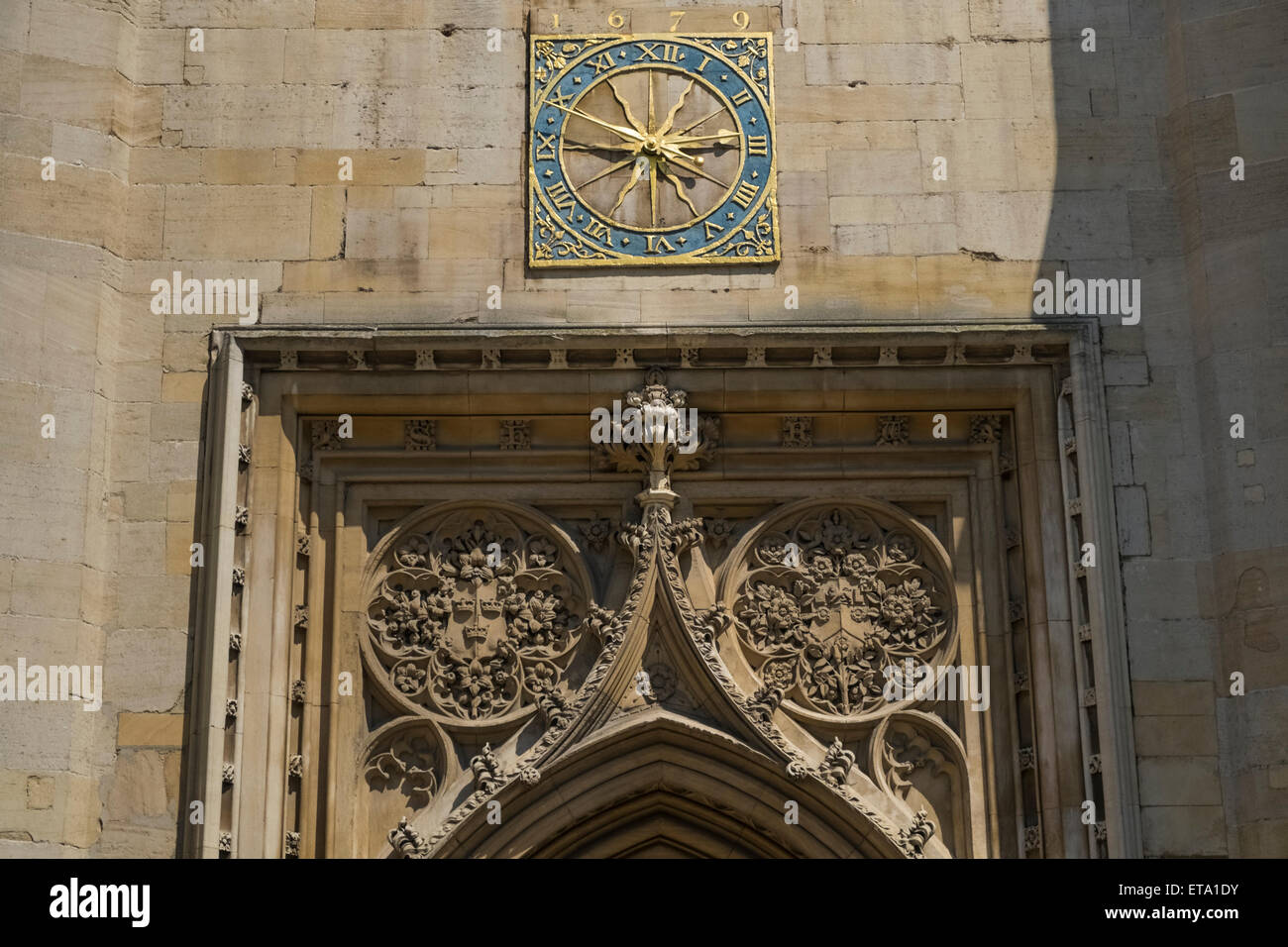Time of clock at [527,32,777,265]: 2:46
